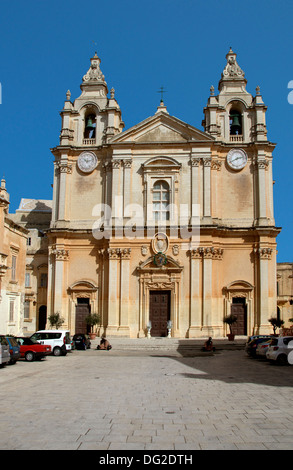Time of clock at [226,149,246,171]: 2:40
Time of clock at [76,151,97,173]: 10:12
